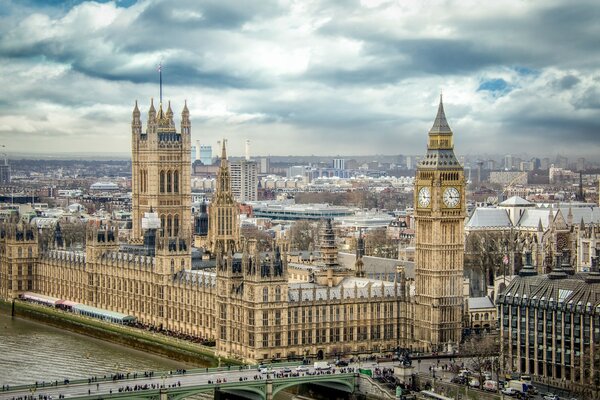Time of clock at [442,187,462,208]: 11:14
